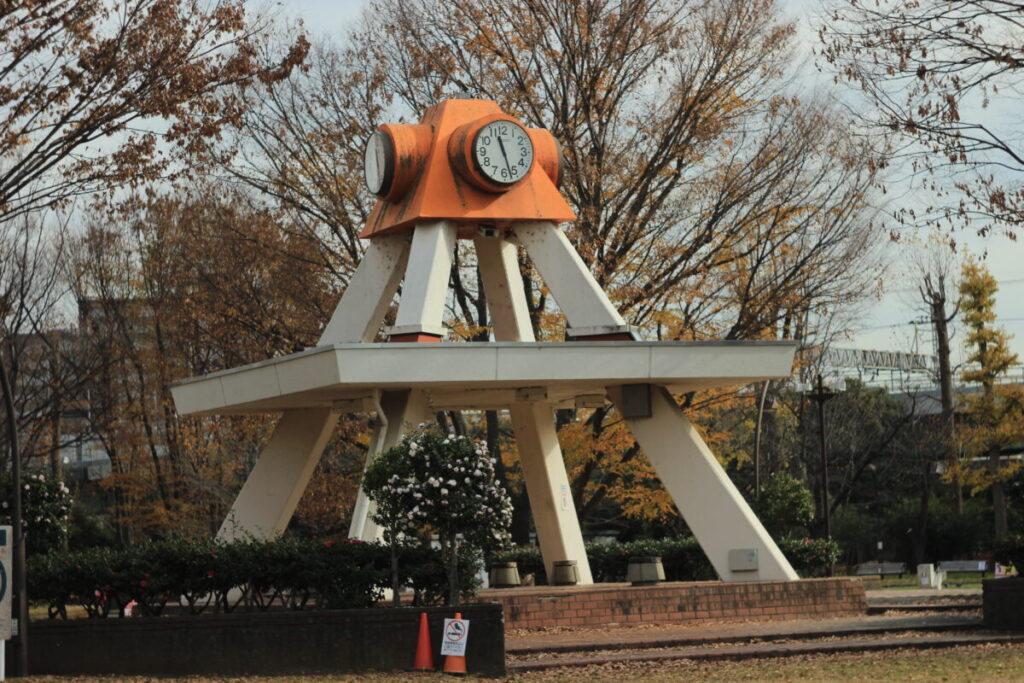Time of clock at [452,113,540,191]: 11:27
